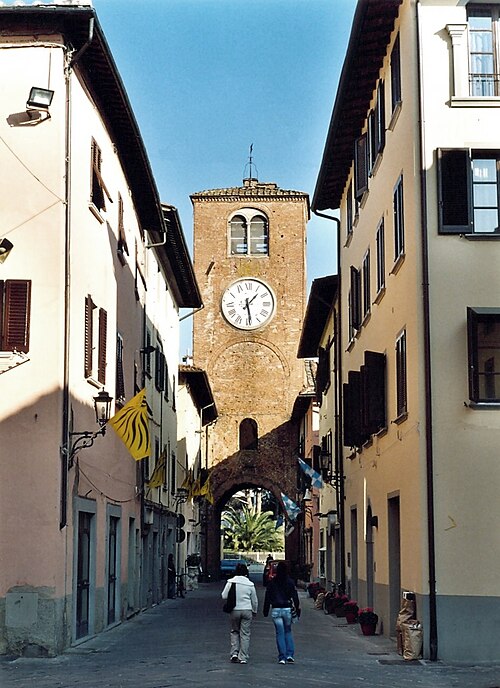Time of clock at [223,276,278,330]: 1:28
